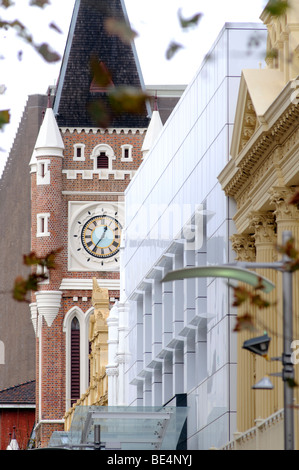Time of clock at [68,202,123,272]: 12:35
